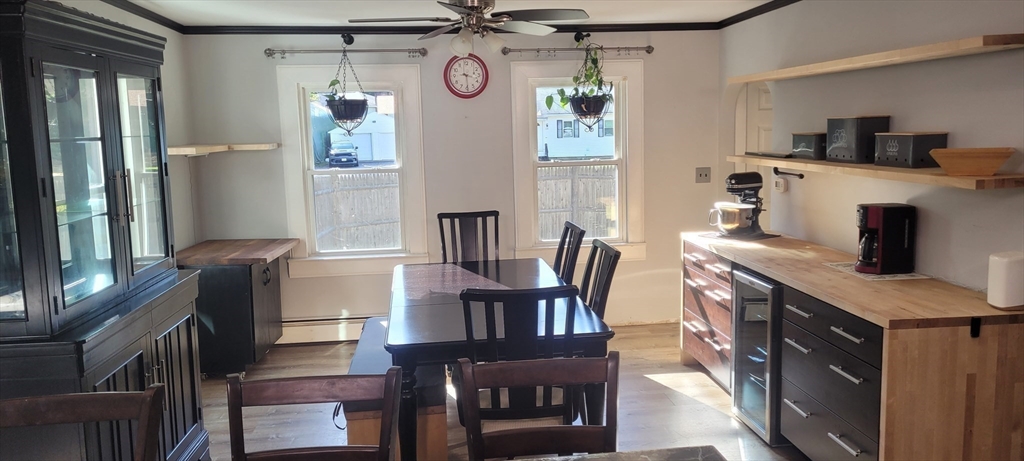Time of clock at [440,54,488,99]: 3:29
